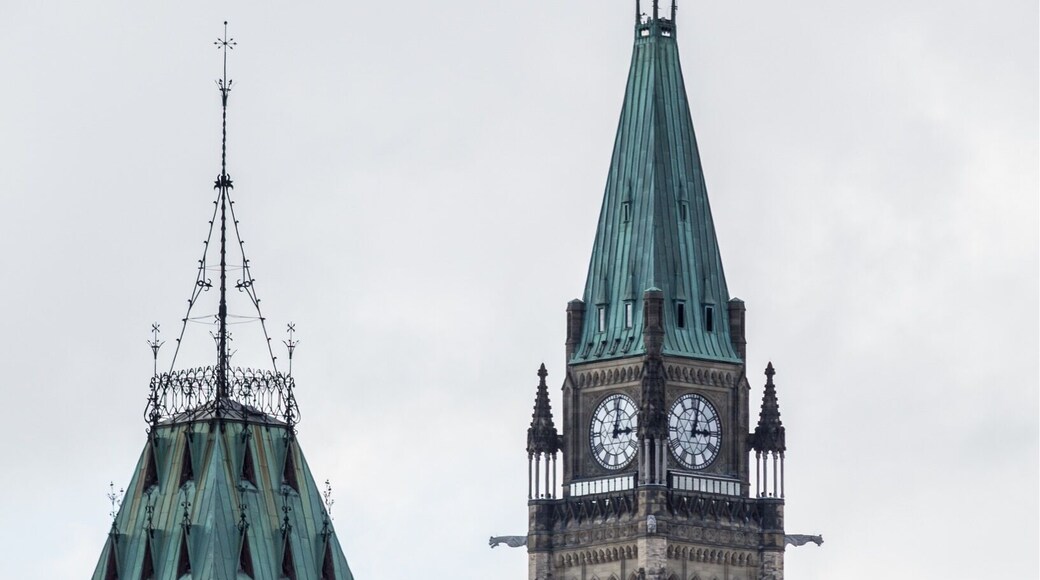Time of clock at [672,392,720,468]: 3:02
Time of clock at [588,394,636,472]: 3:02
